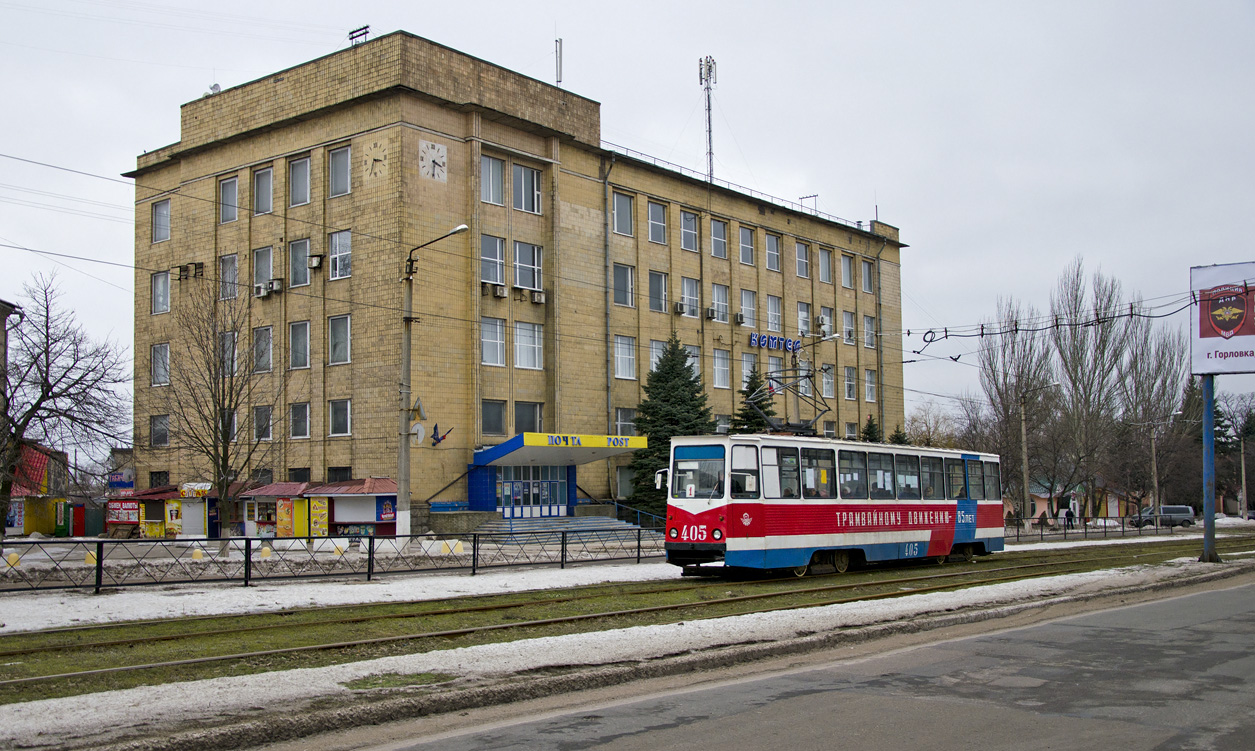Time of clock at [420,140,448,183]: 3:30
